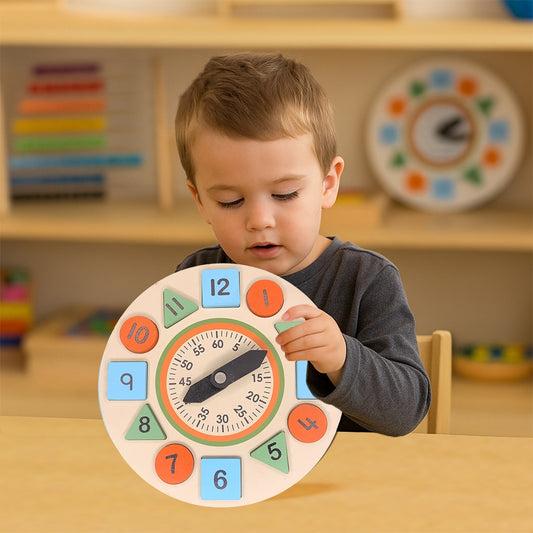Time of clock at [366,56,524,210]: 3:09
